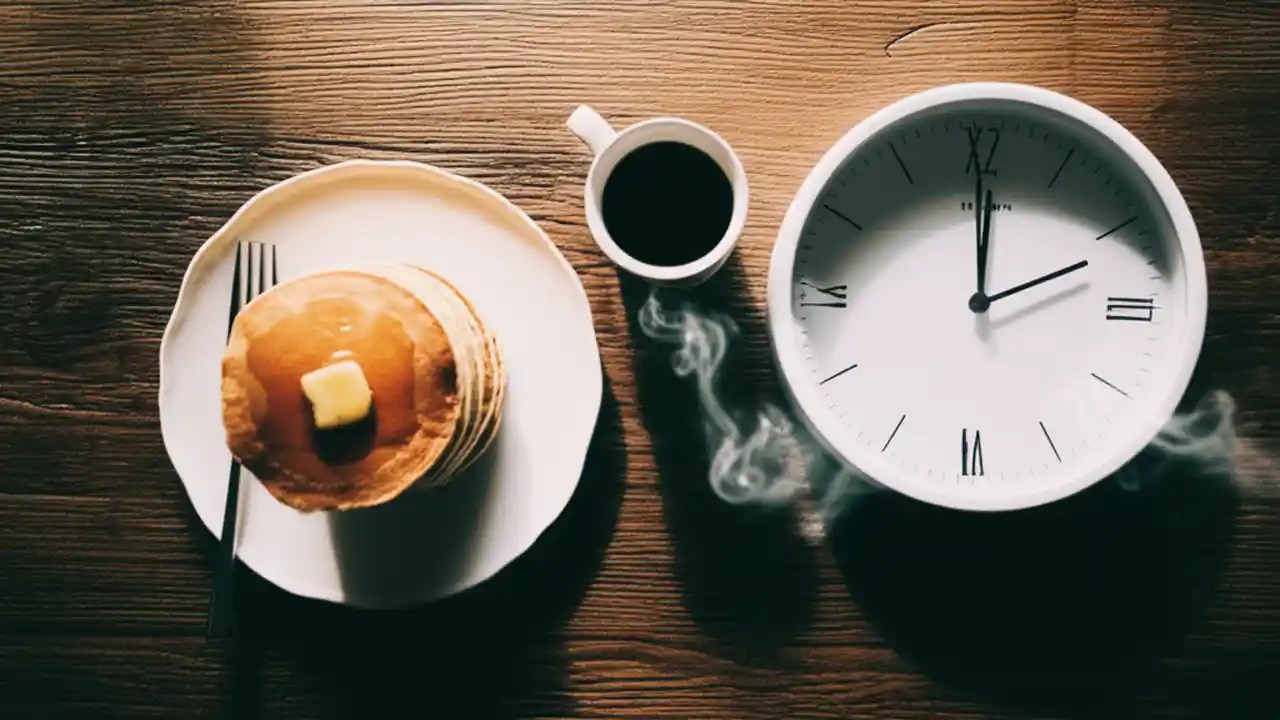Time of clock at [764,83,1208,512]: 2:00
